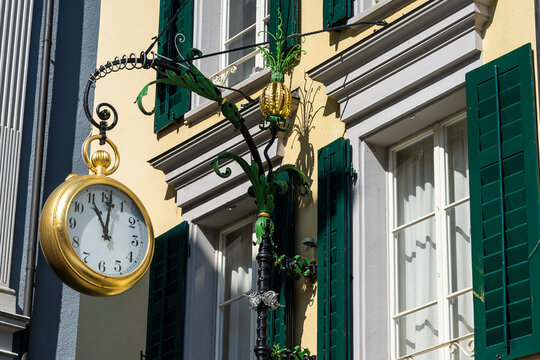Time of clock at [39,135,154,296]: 11:01
